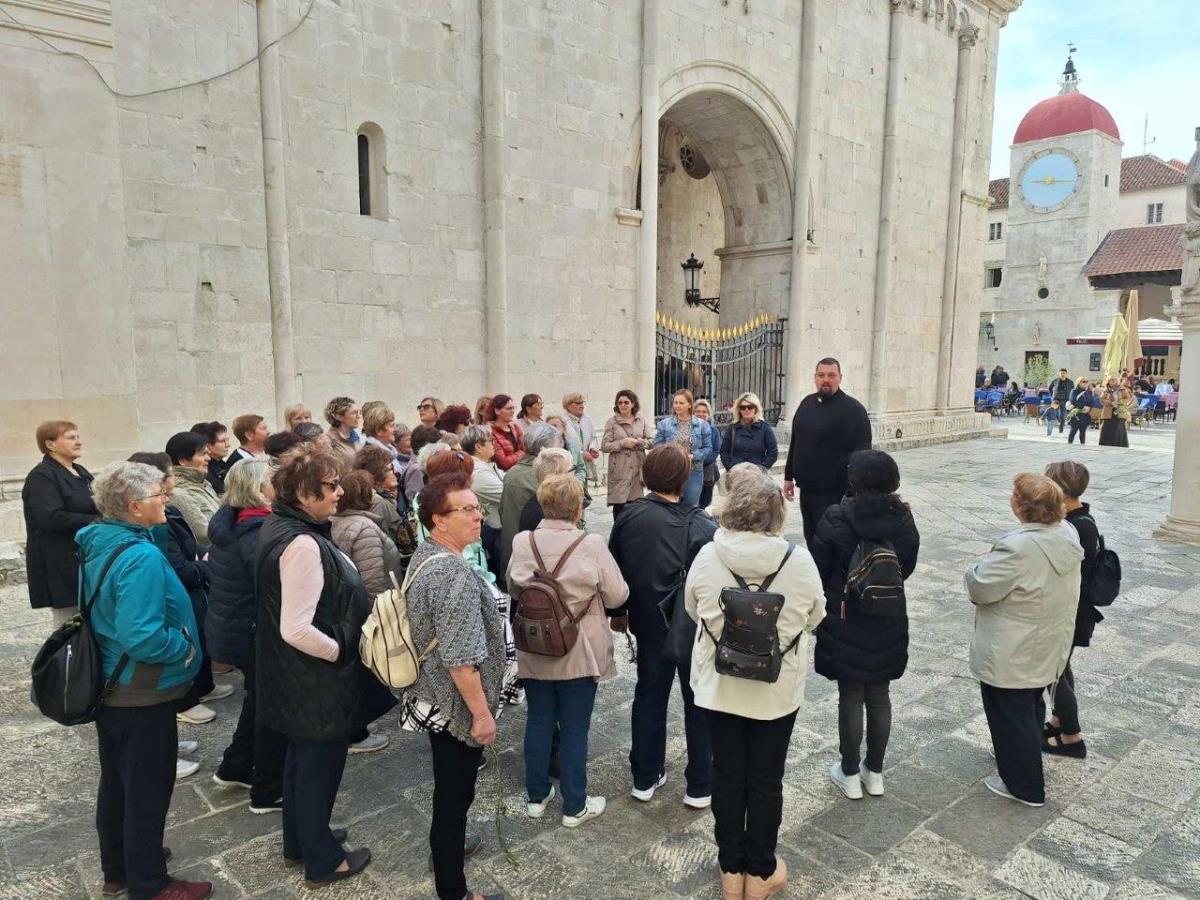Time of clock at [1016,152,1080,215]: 9:16
